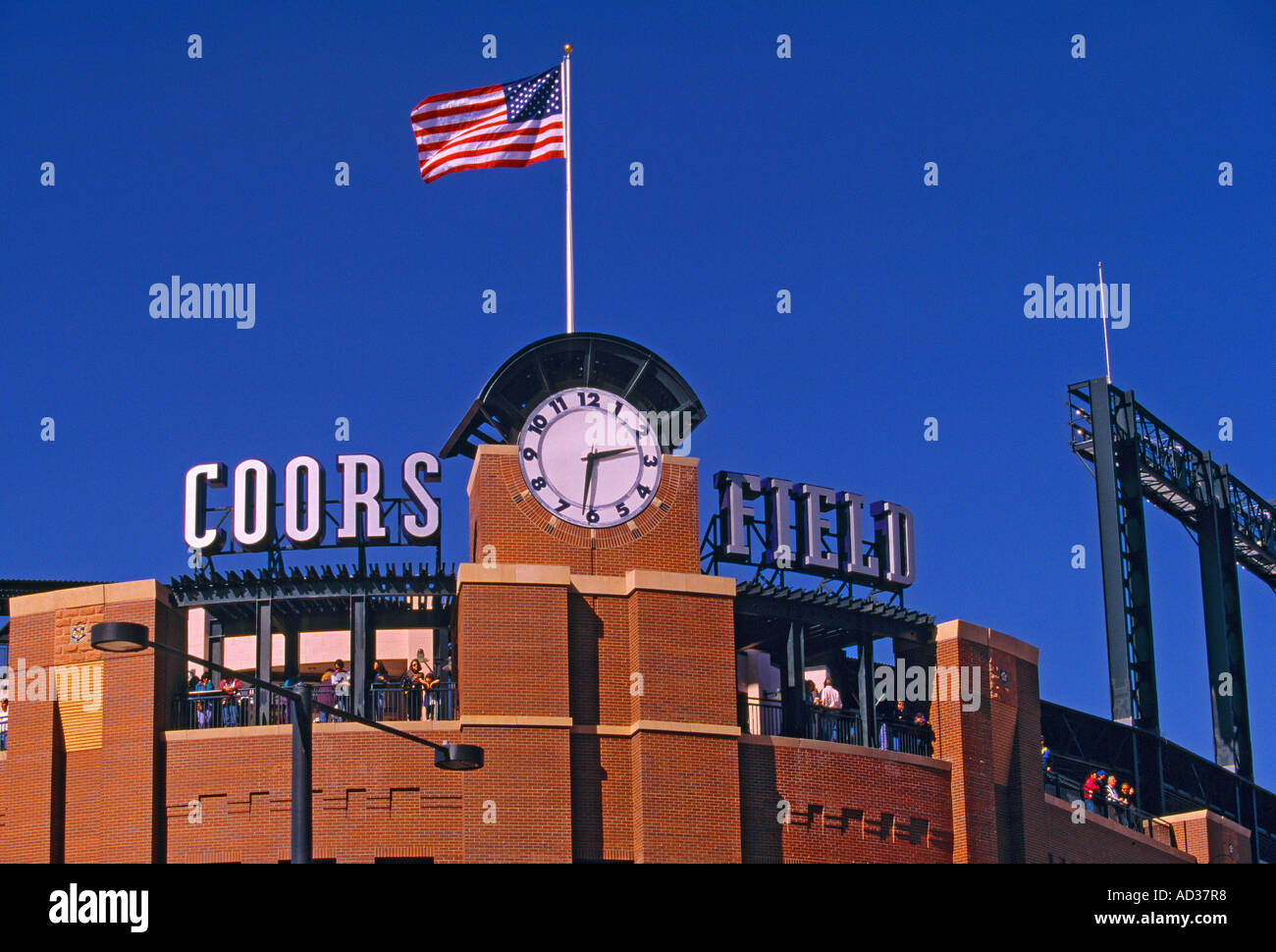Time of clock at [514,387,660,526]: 2:31
